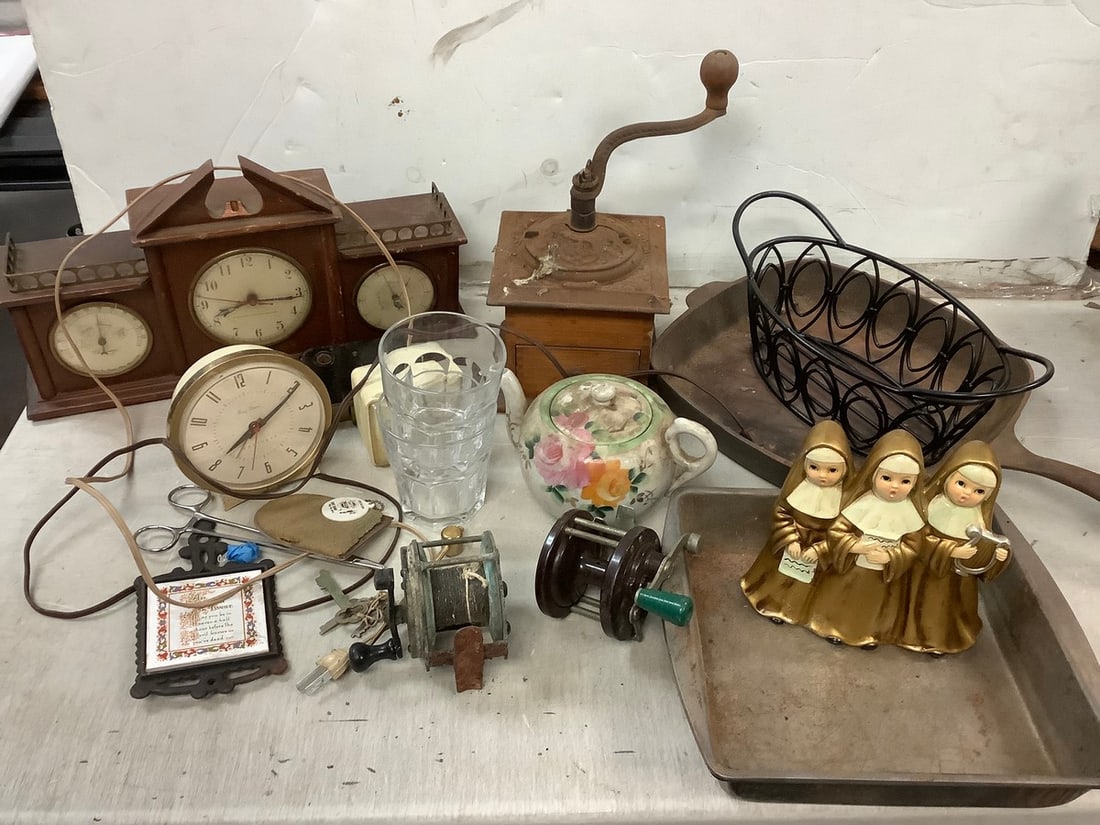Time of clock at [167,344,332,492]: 7:06
